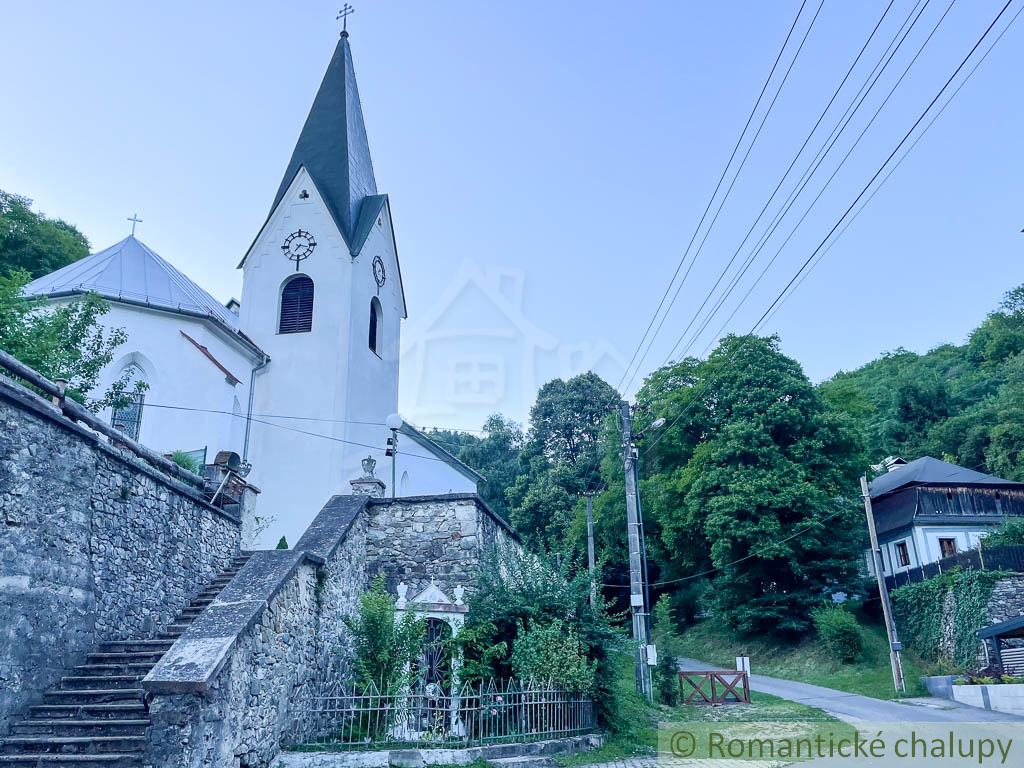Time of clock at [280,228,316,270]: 7:17
